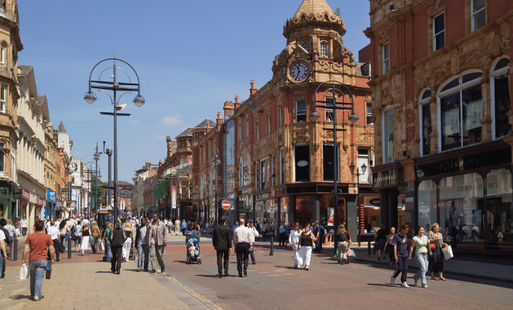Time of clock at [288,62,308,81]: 11:34
